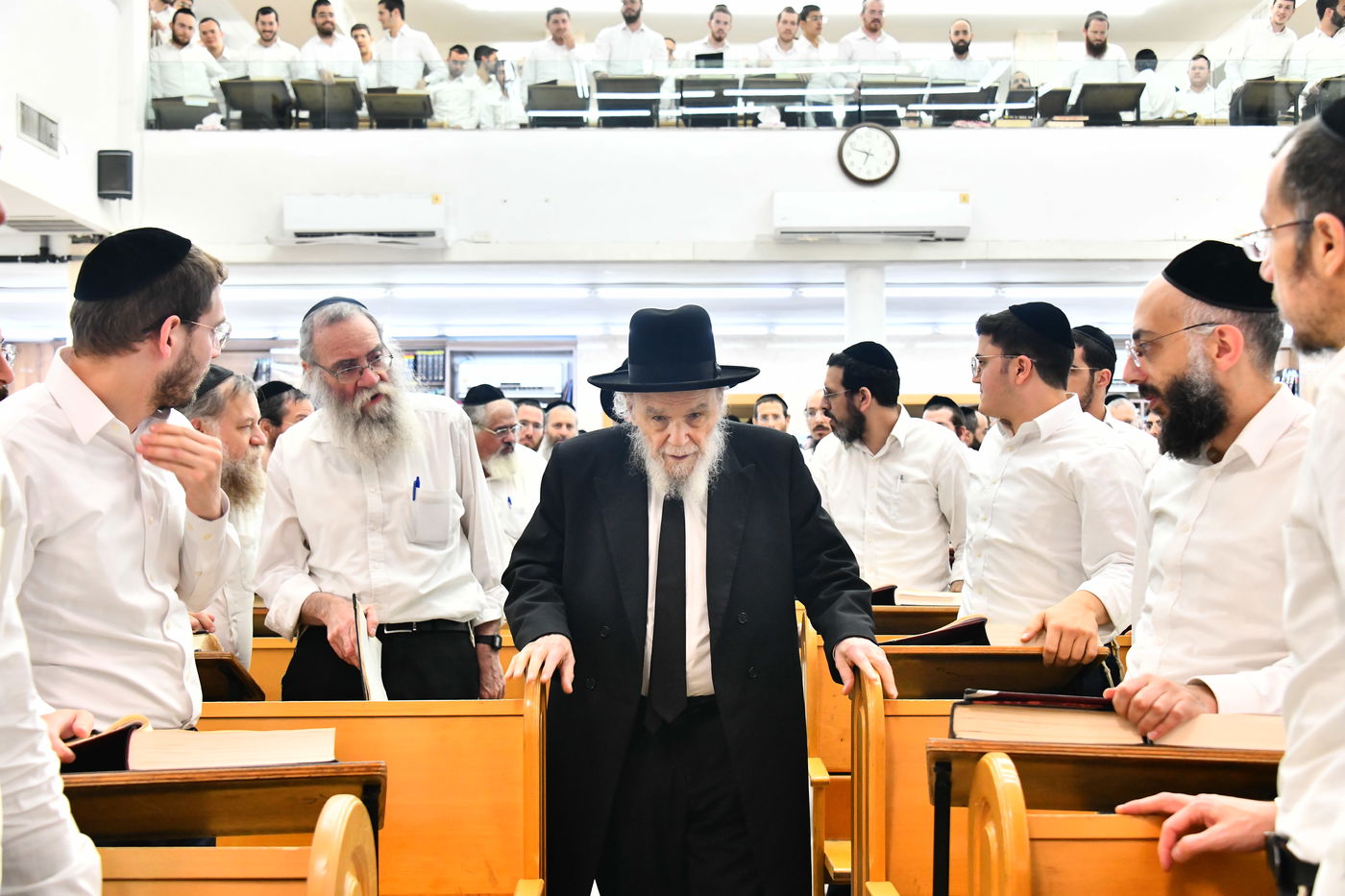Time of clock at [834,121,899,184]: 6:47
